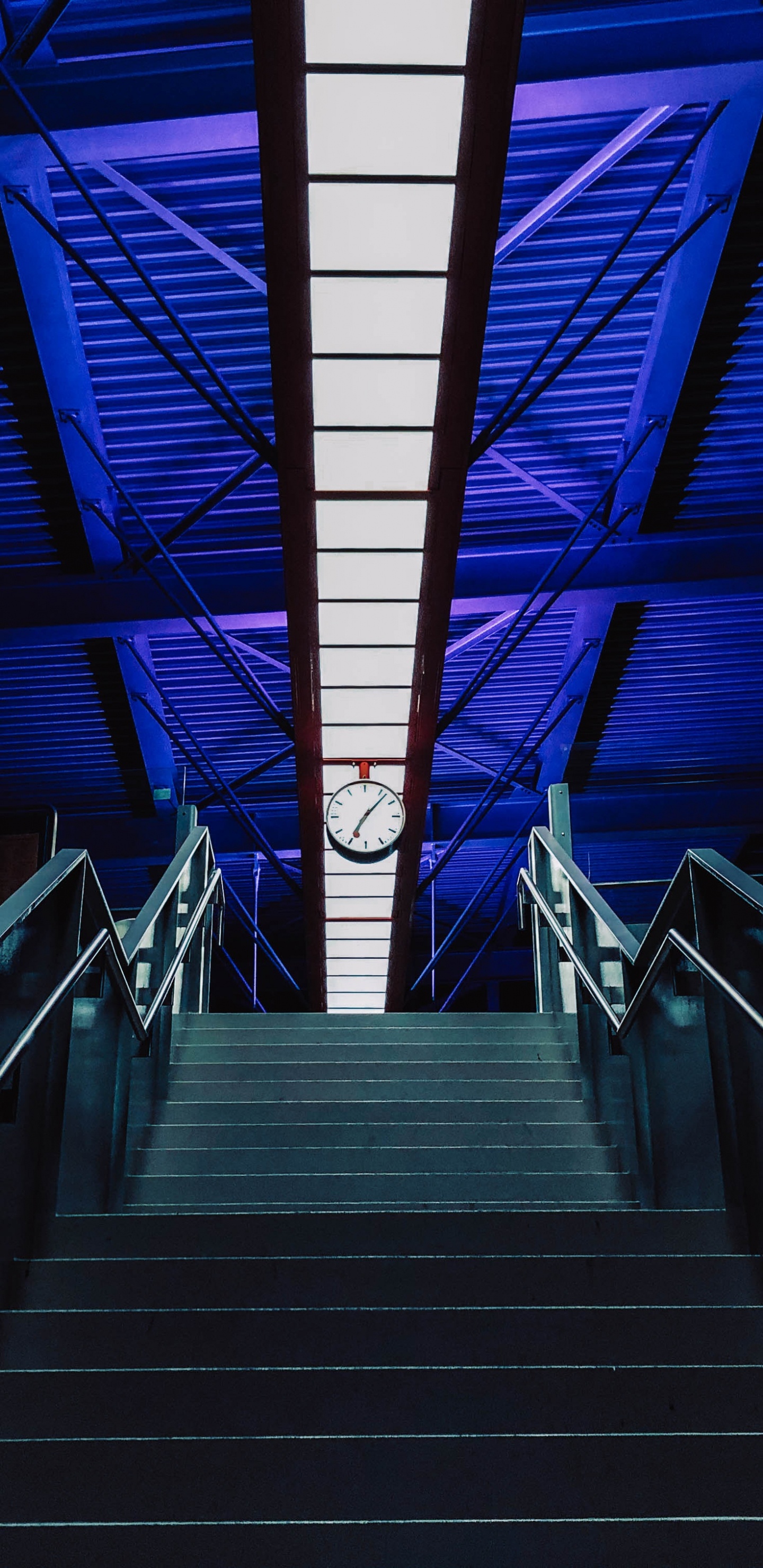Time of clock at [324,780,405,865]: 7:07
